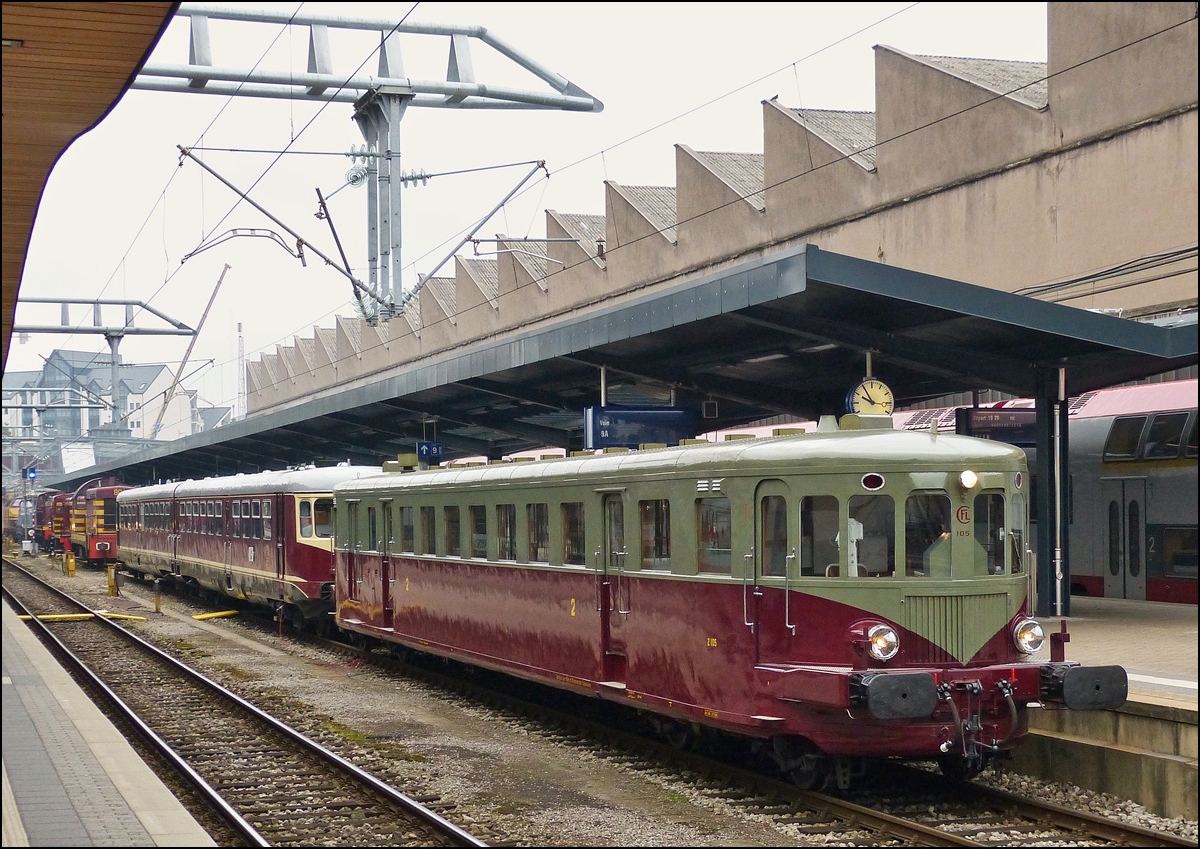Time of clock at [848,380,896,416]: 9:54
